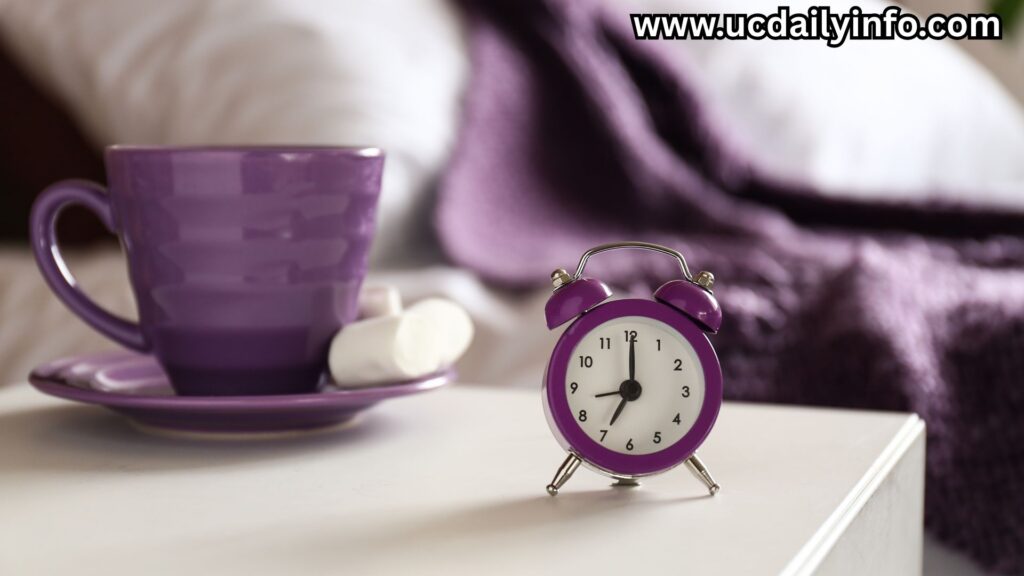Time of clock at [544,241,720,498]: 7:00
